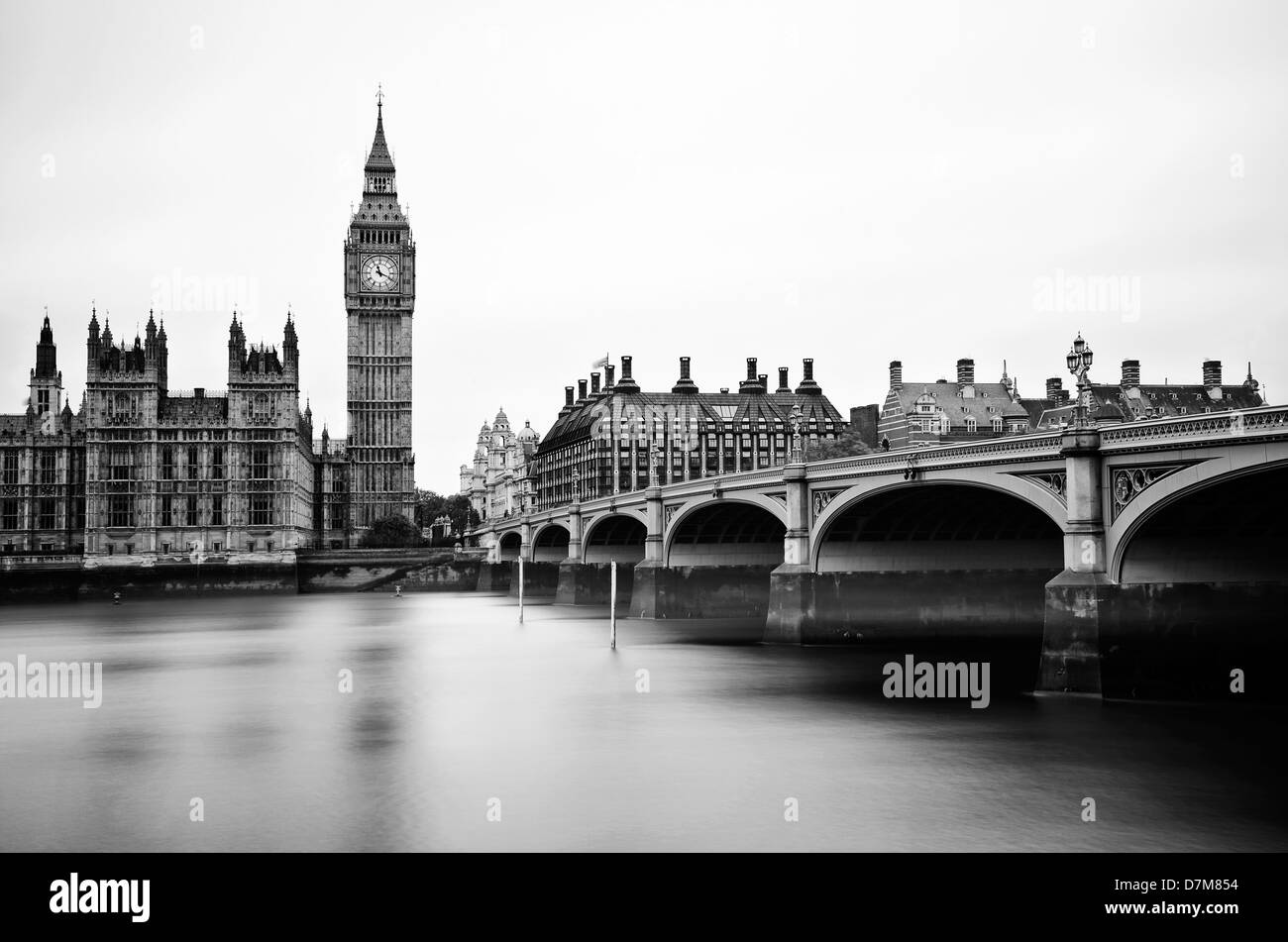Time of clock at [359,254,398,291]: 11:19
